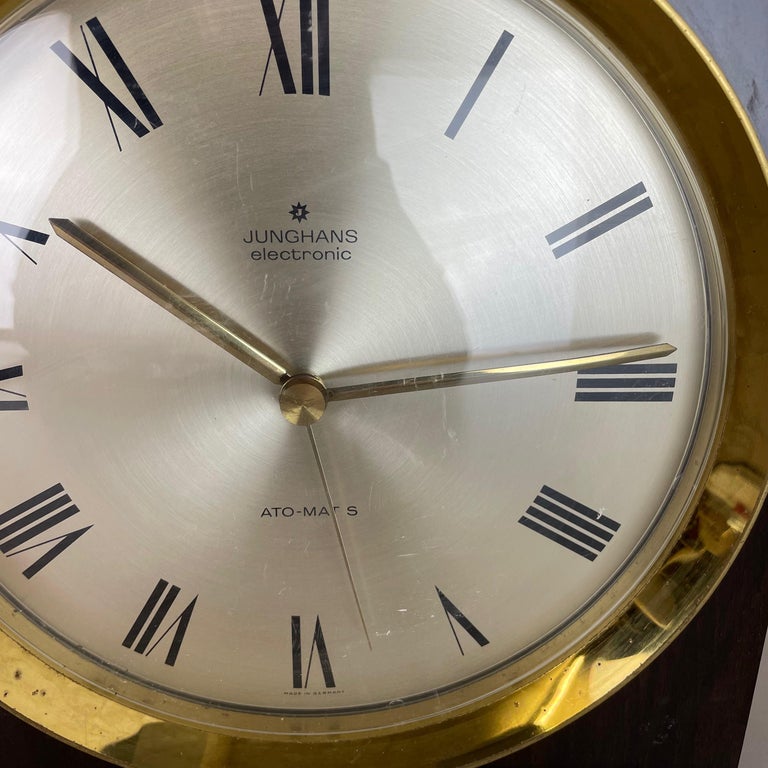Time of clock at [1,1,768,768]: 2:50
